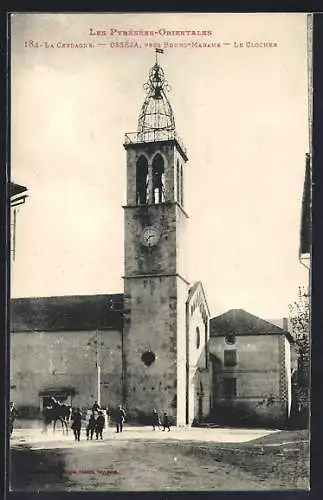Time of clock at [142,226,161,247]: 2:36
